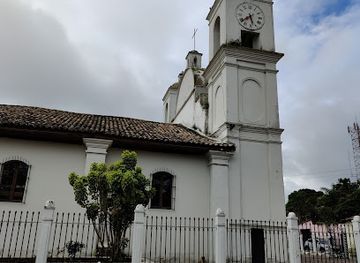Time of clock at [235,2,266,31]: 5:38
